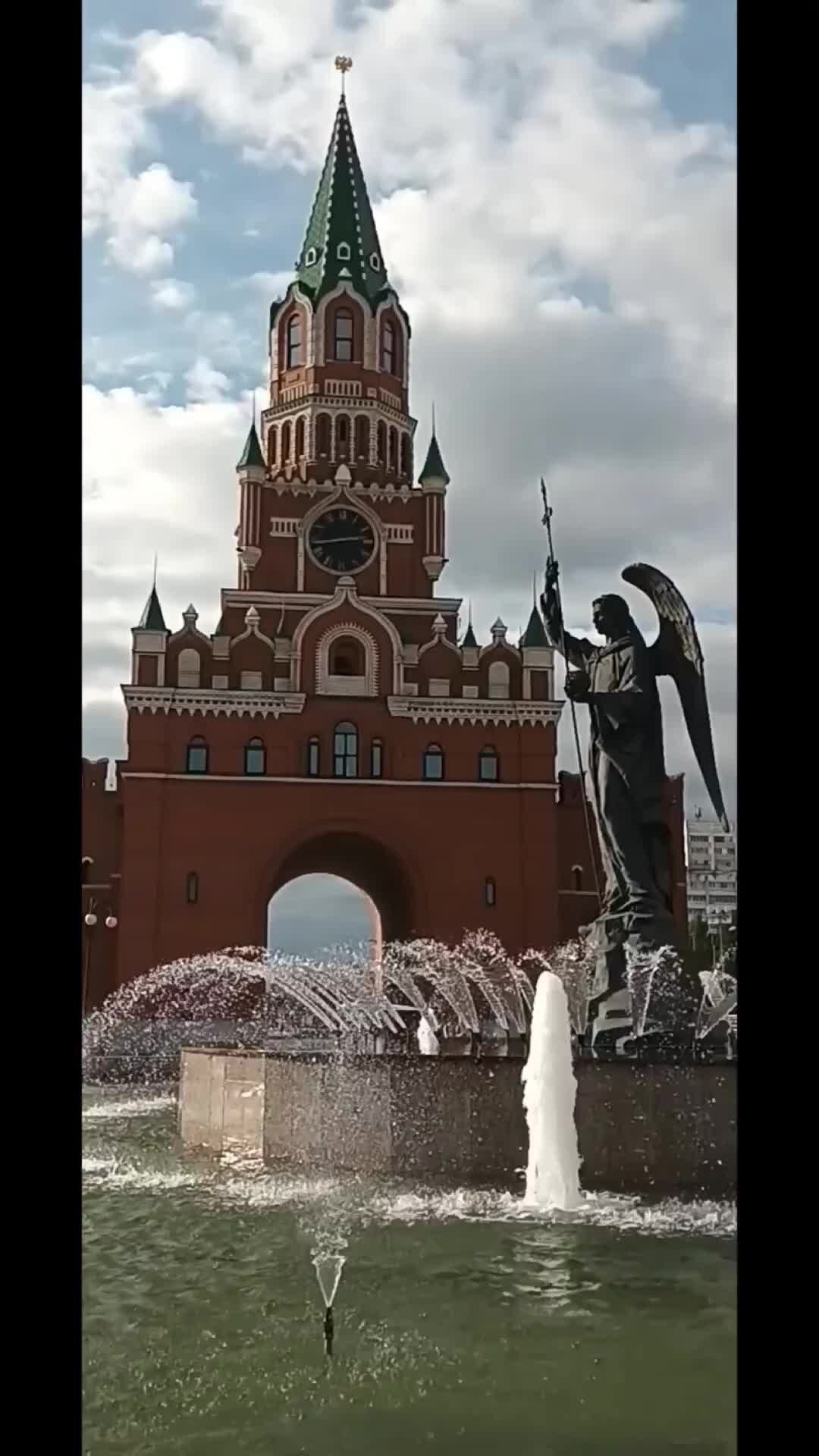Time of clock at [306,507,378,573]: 2:43
